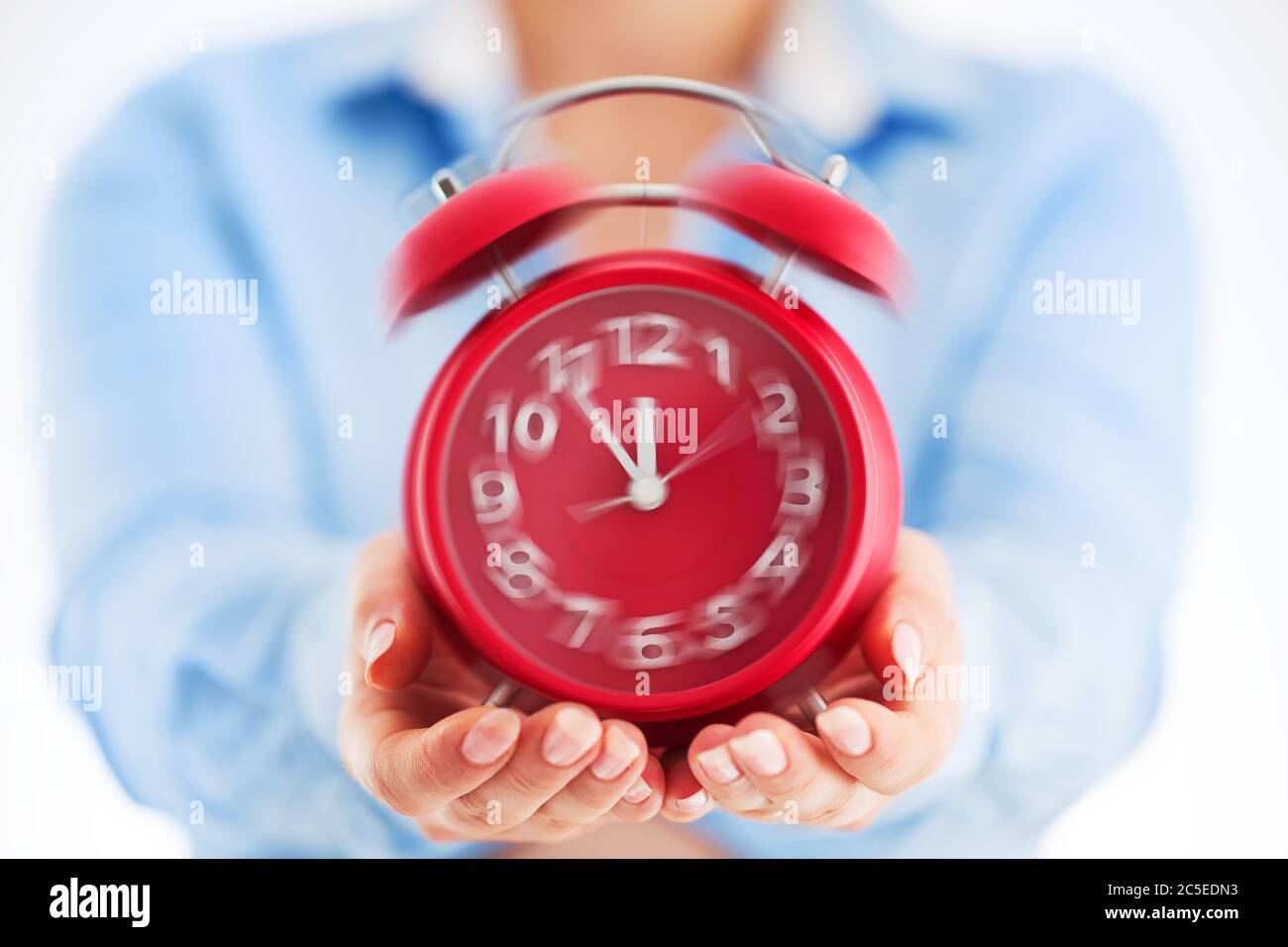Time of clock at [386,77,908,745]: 11:54
